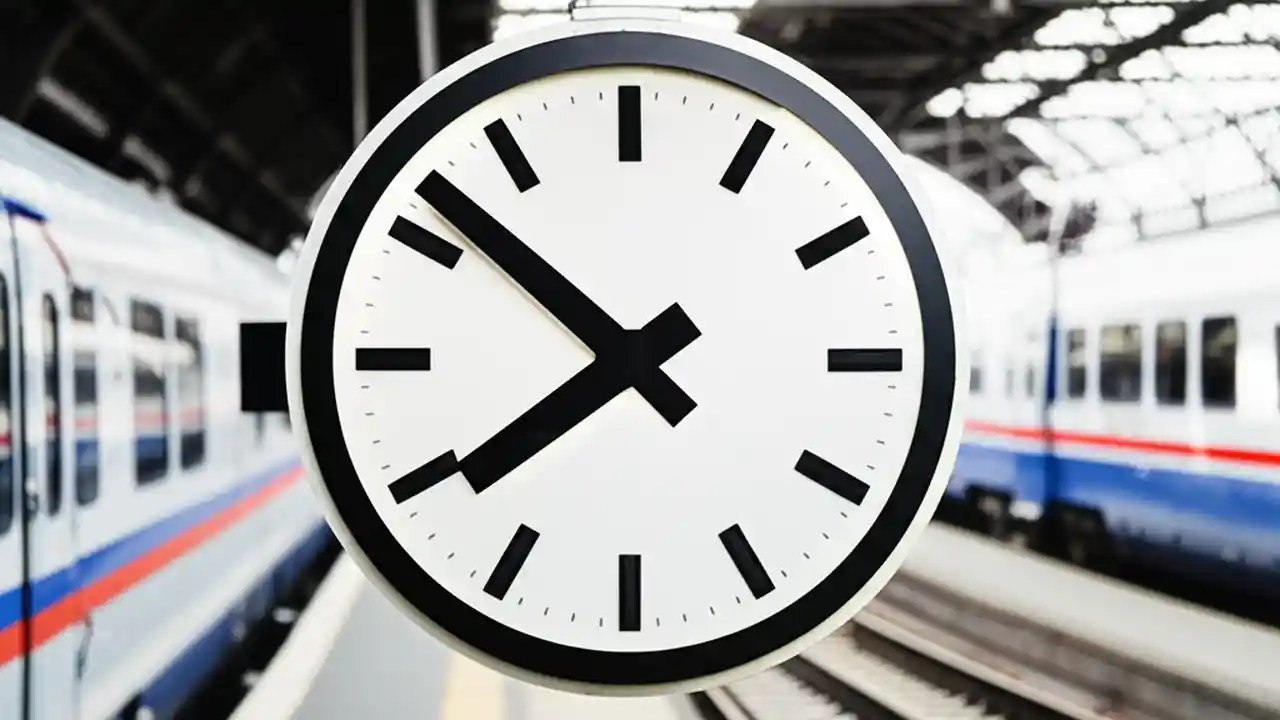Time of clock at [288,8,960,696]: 7:51
